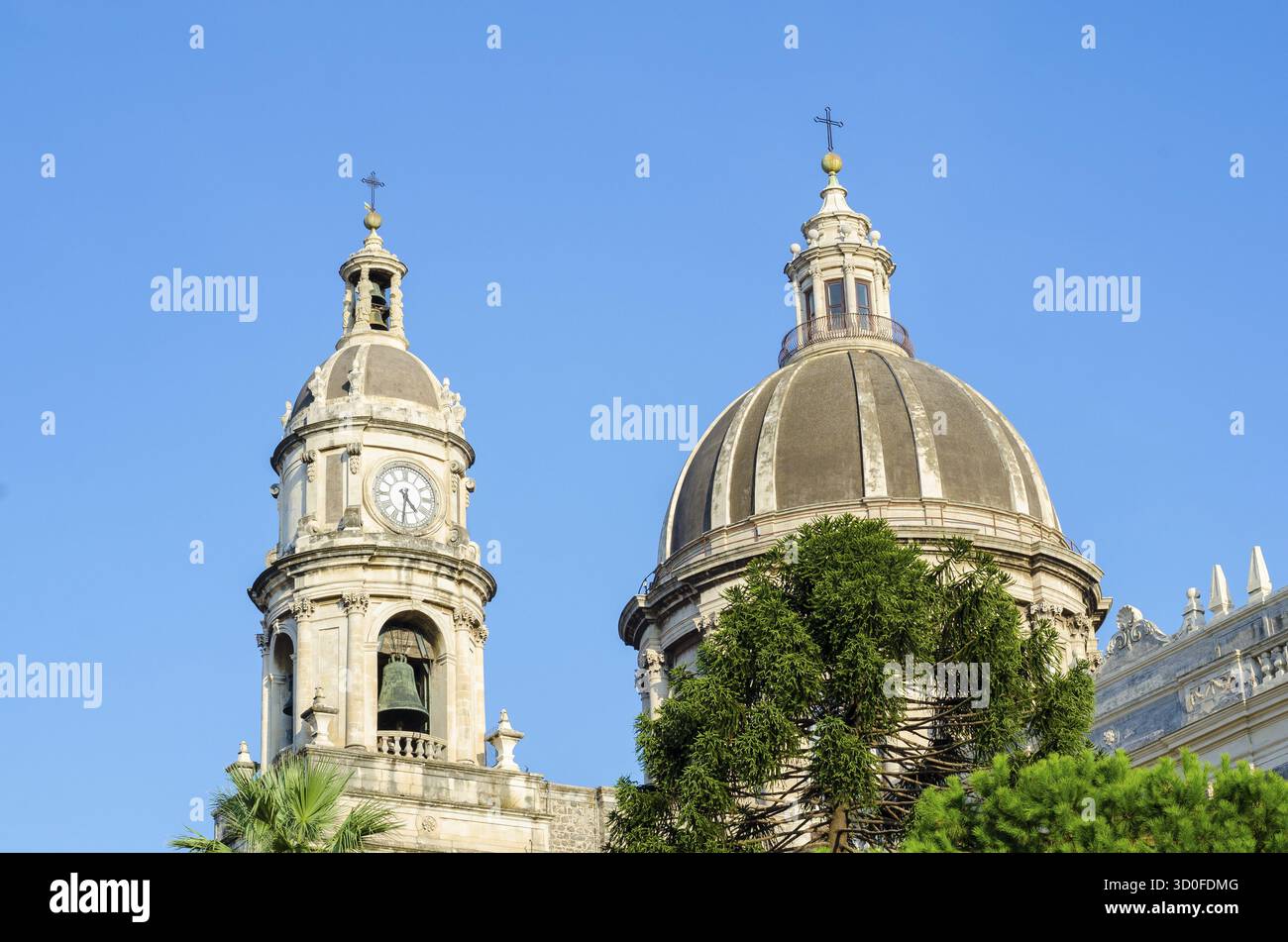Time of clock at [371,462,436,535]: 4:31
